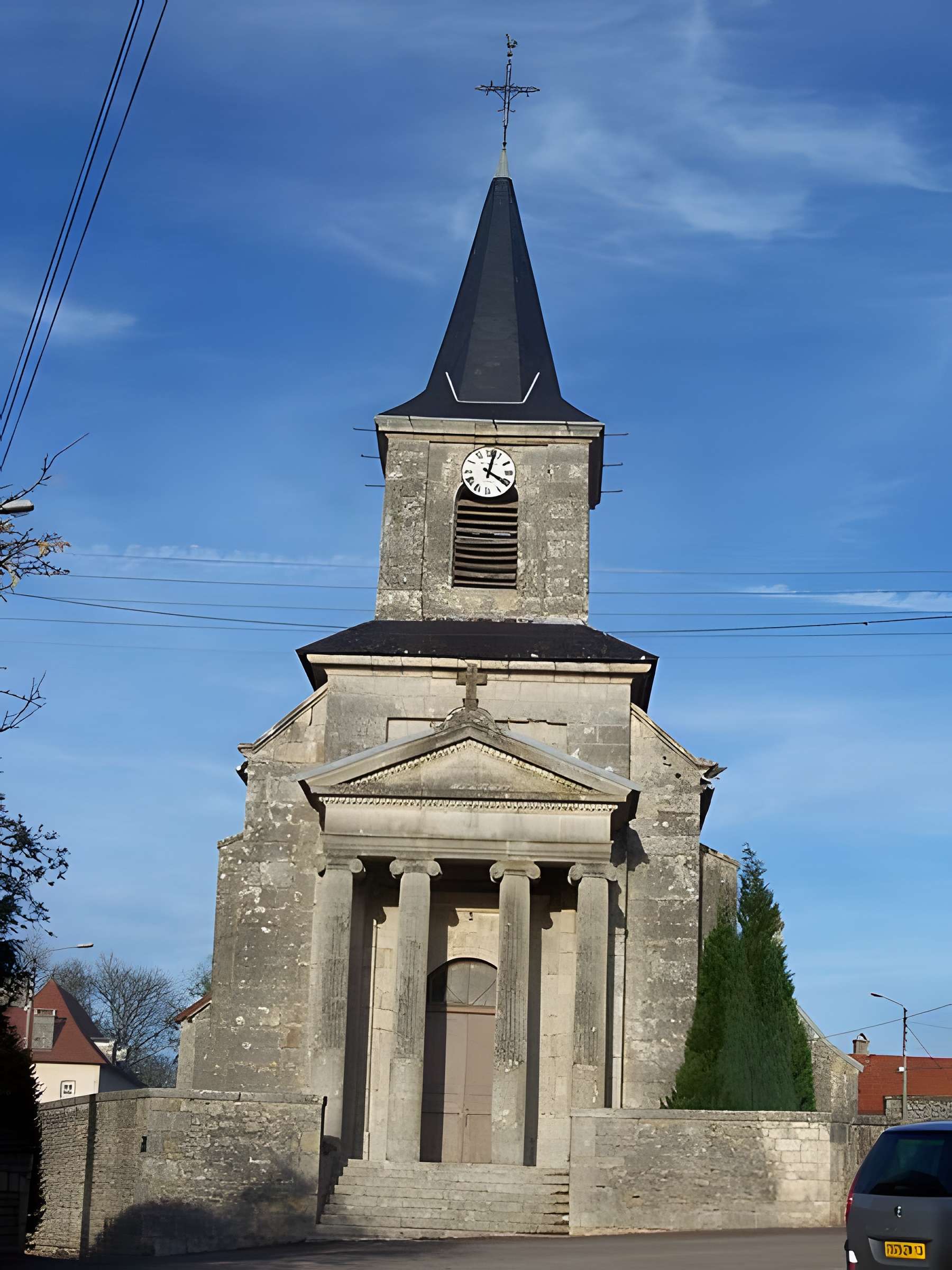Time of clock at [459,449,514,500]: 4:02
